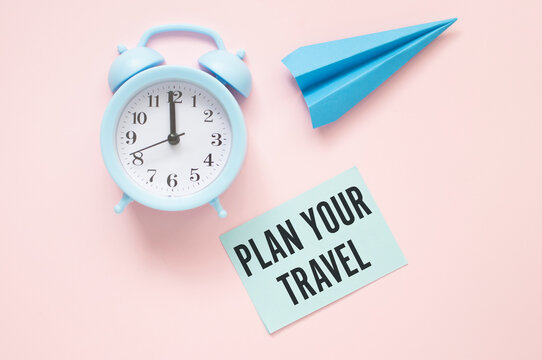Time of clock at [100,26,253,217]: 11:59
